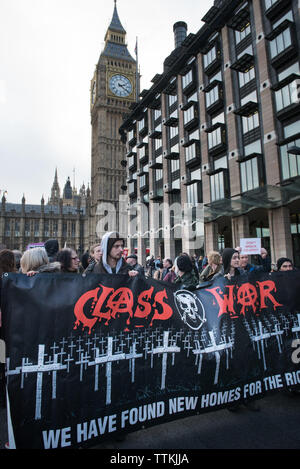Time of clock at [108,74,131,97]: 2:21
